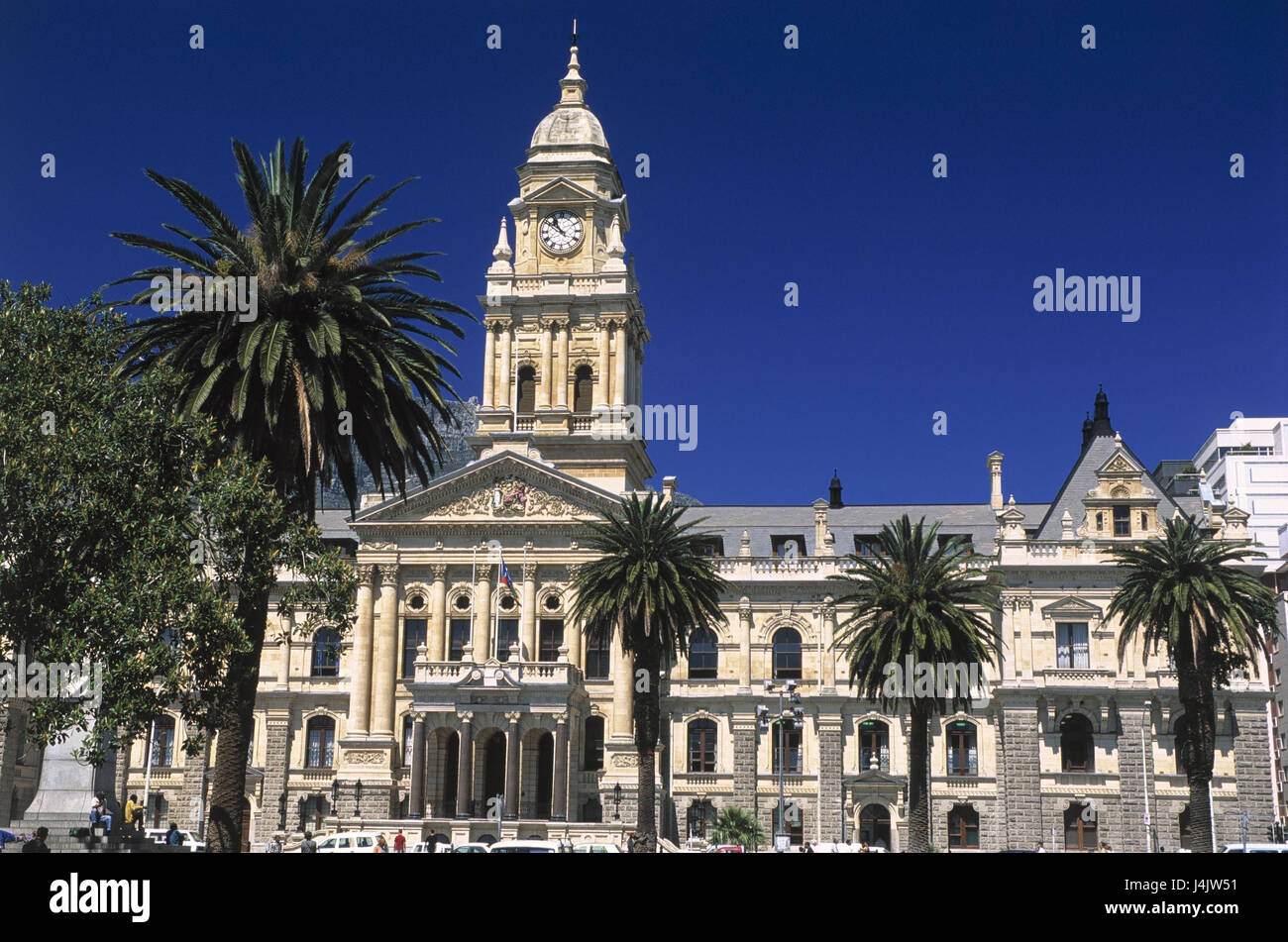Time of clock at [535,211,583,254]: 10:51
